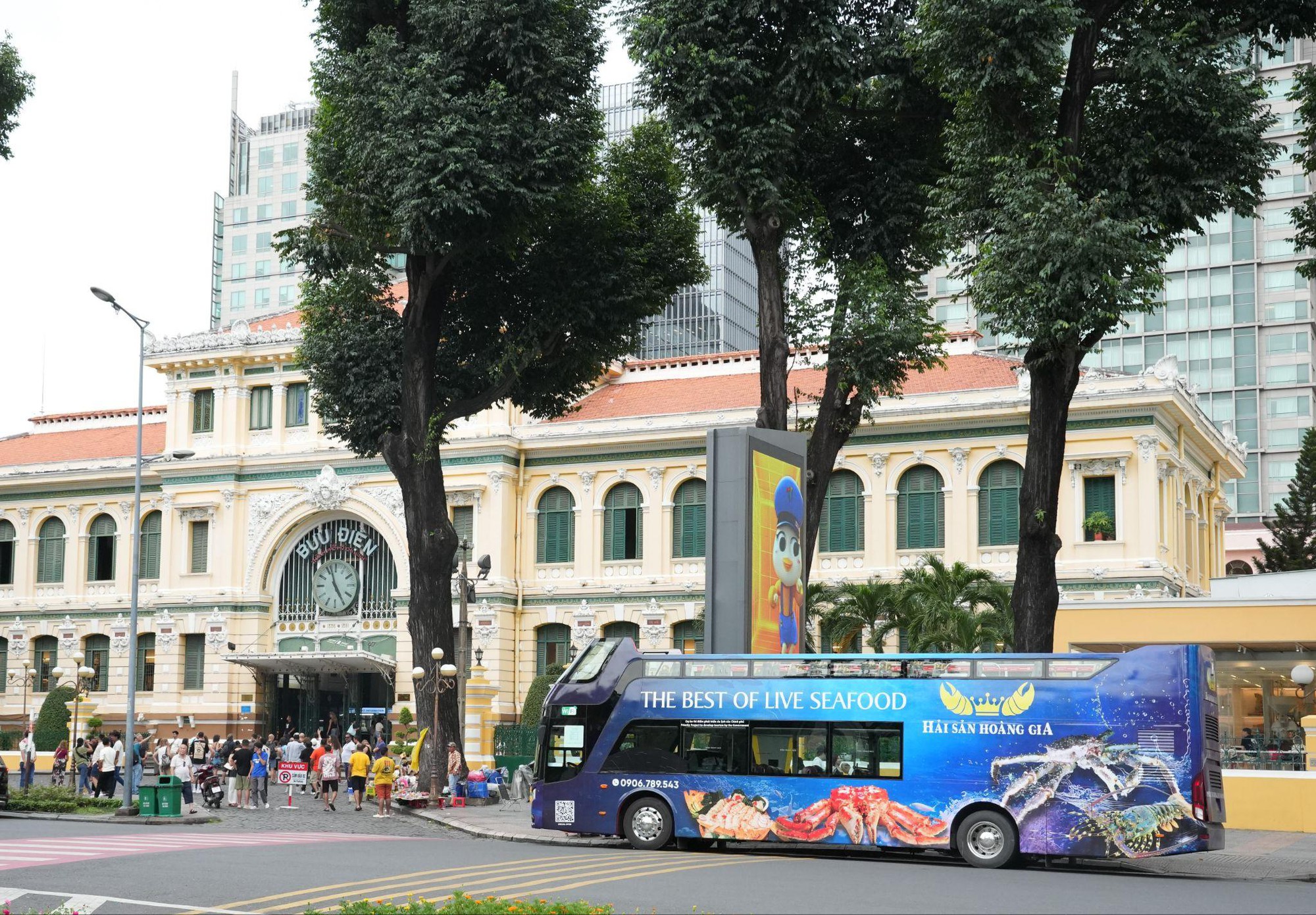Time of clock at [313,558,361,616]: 4:57
